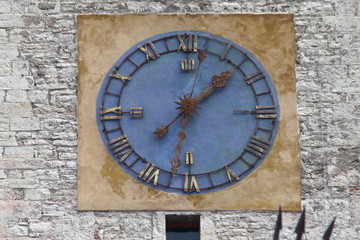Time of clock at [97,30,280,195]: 1:32
